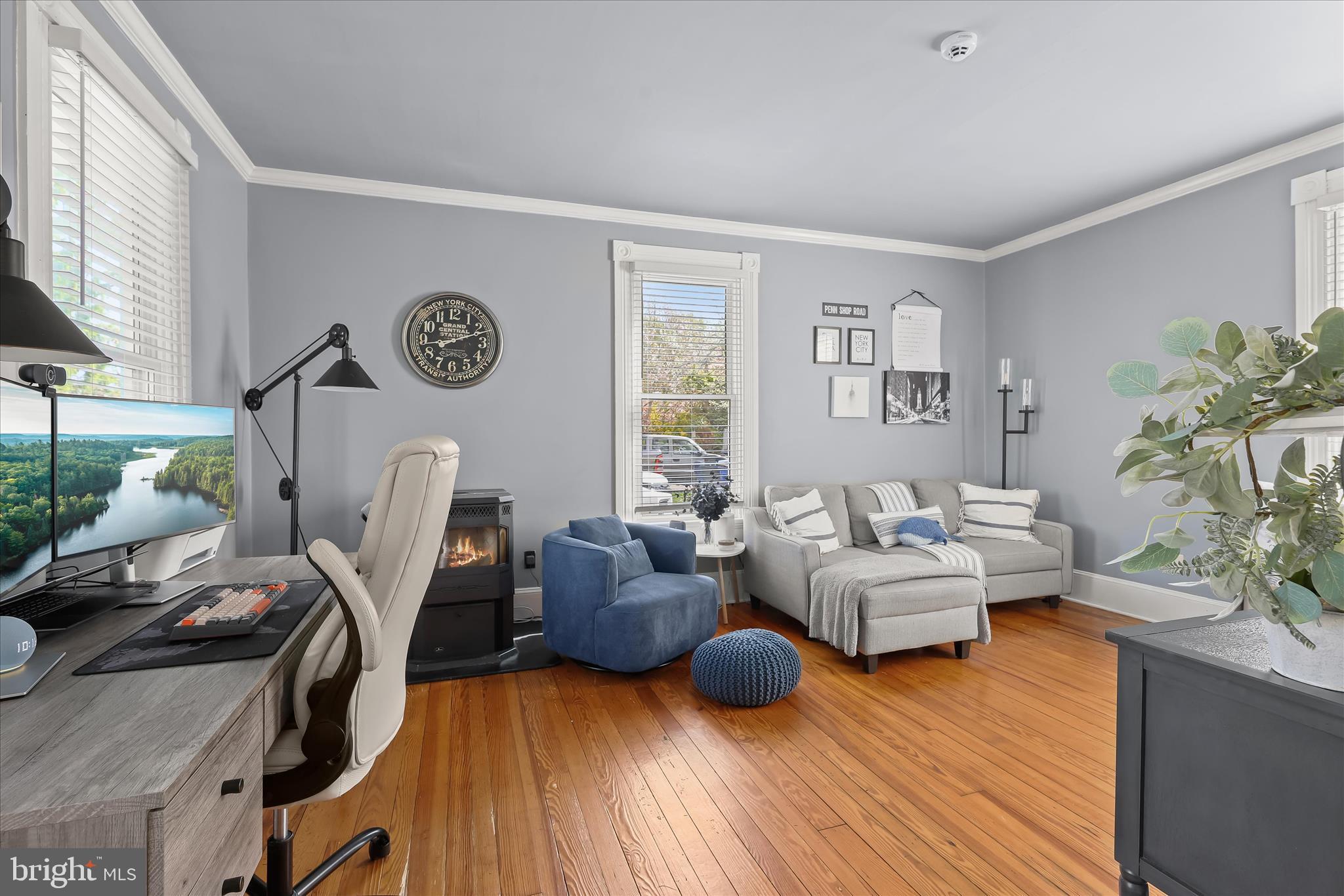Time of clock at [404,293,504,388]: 8:11
